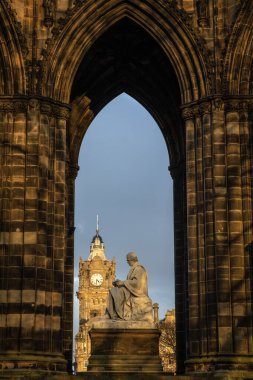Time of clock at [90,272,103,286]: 4:31
